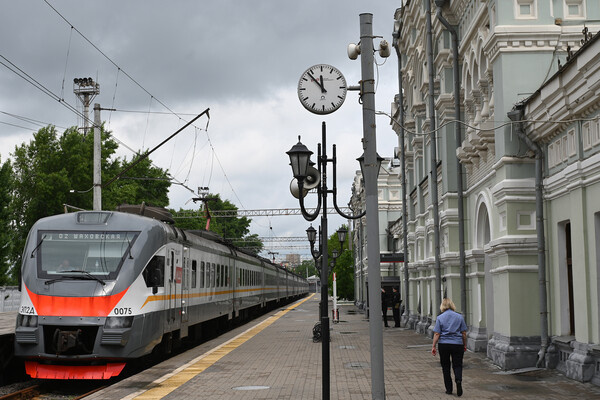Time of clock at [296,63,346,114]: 11:53
